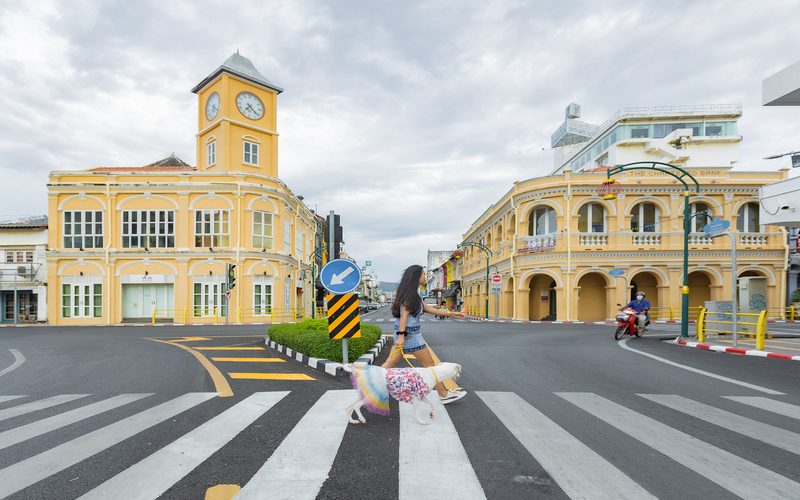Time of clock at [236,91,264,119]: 7:21
